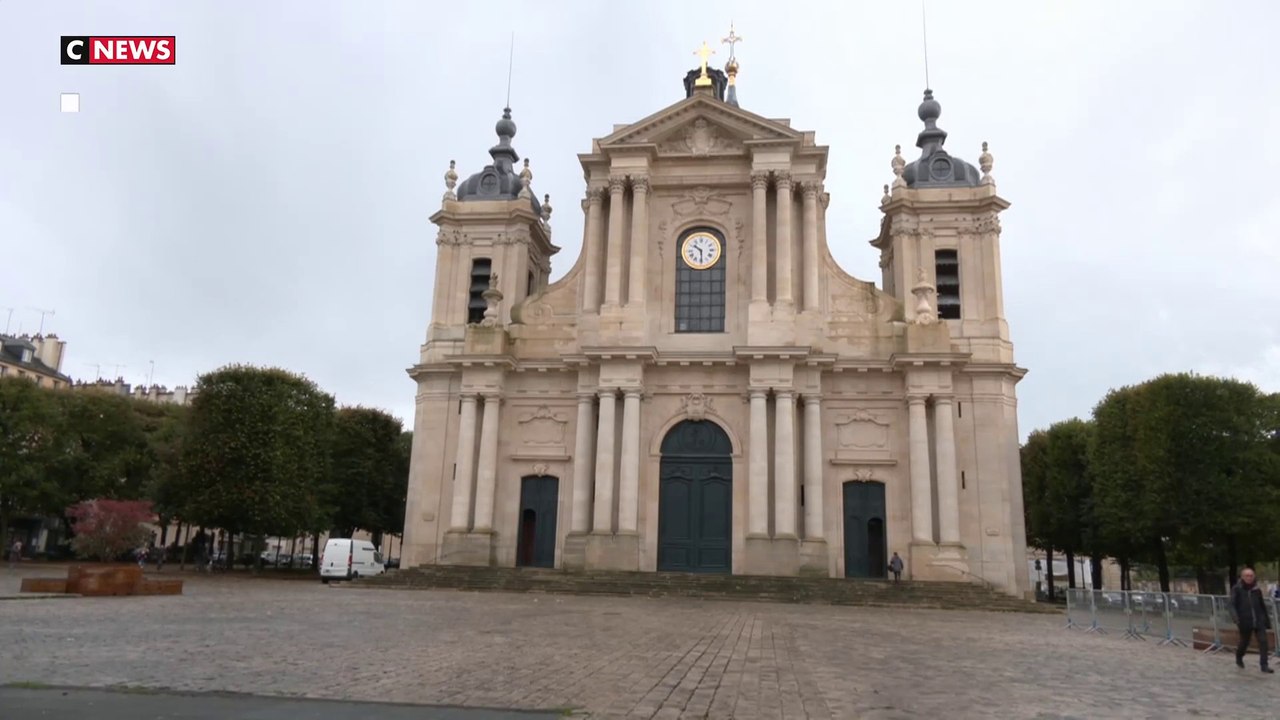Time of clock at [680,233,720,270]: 10:29
